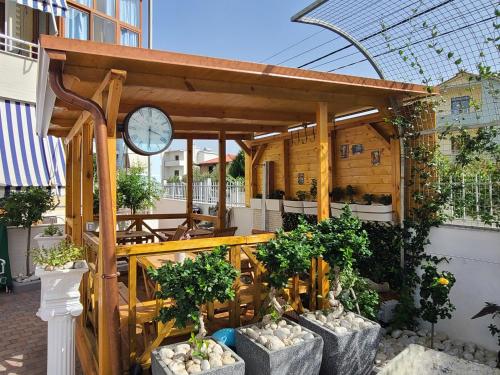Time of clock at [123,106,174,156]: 3:29
